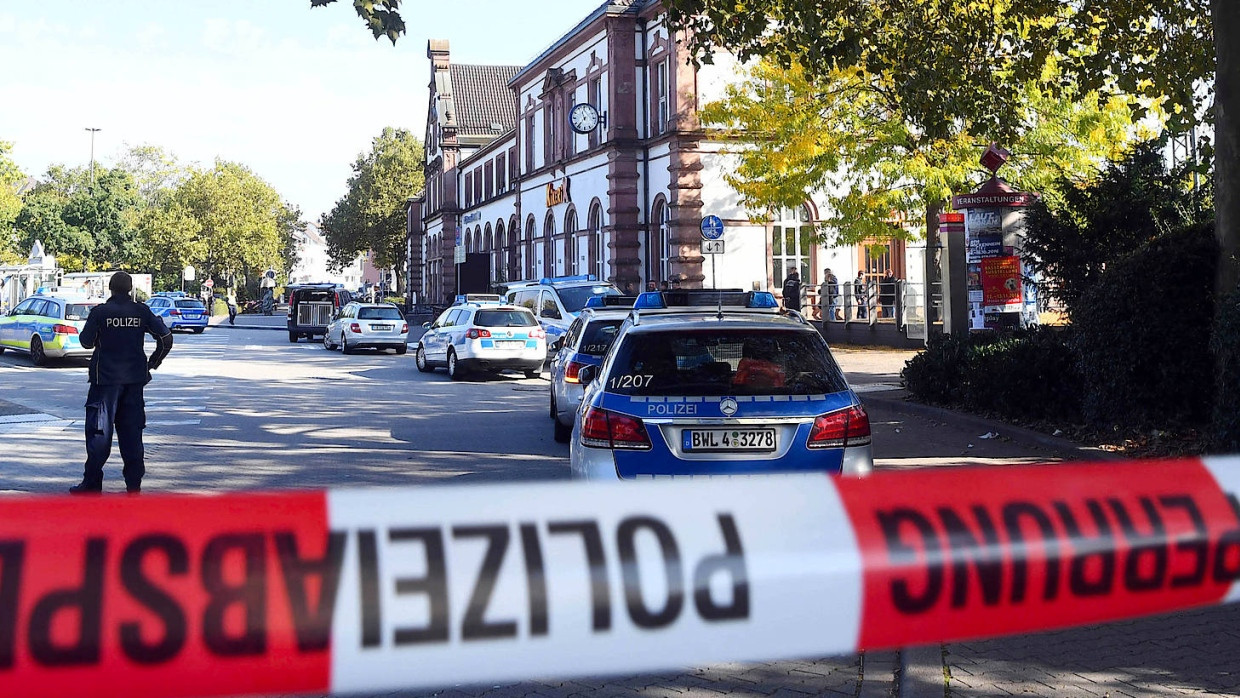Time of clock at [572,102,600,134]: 11:36
